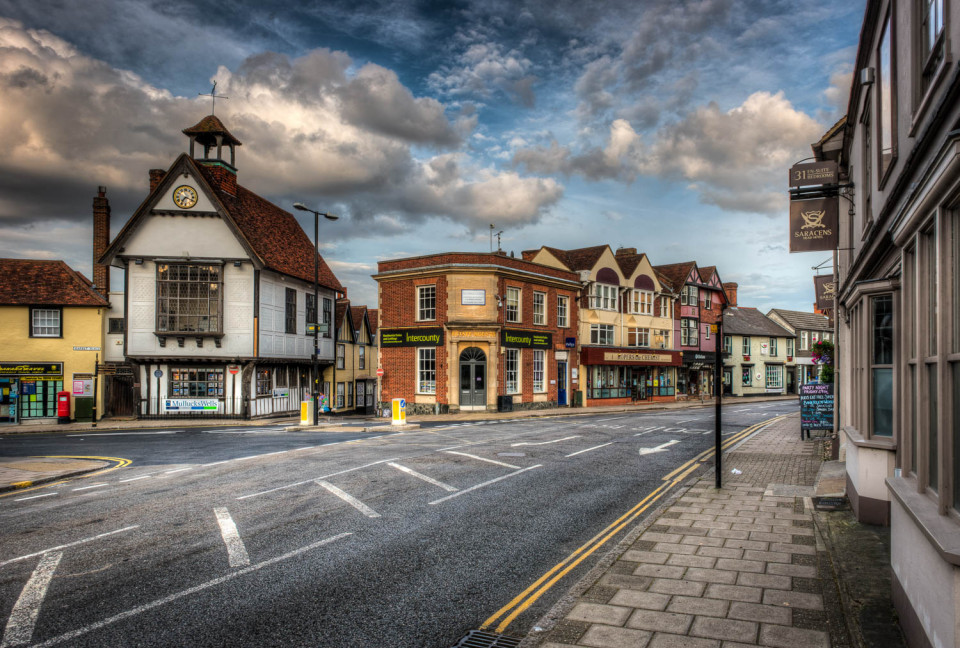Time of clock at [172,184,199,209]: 7:19
